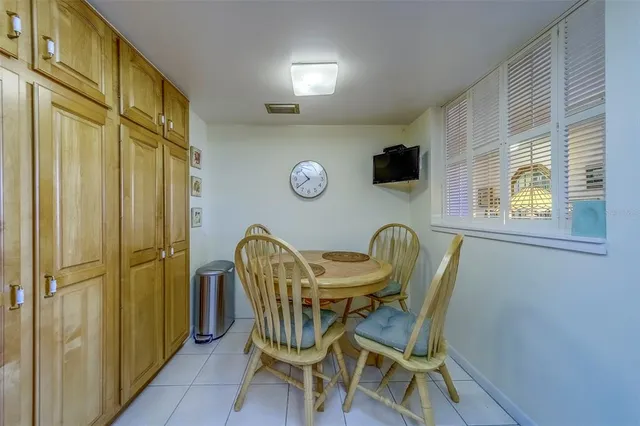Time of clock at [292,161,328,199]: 10:38
